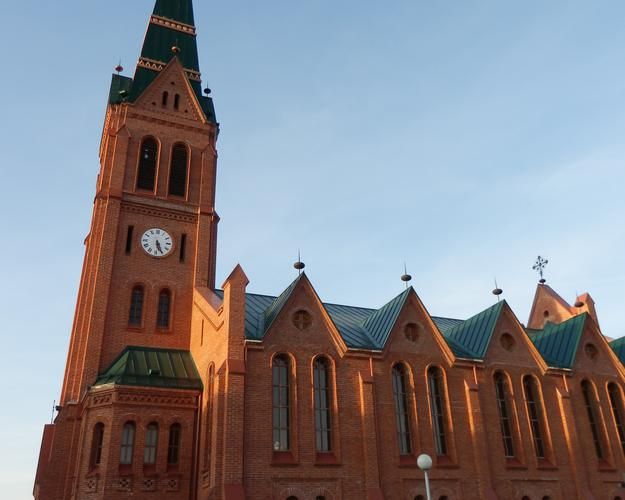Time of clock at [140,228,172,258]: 5:26
